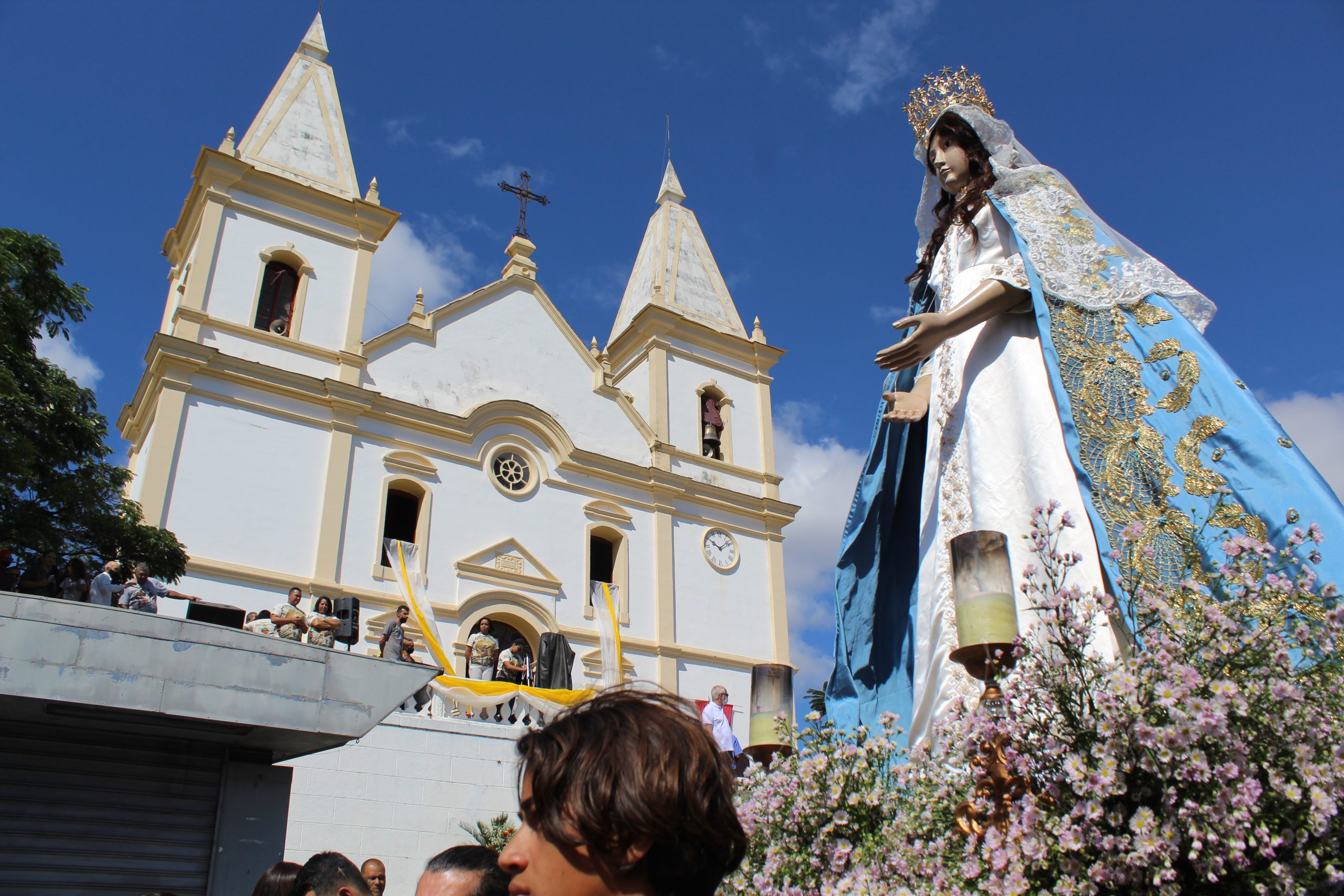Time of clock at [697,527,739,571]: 10:07
